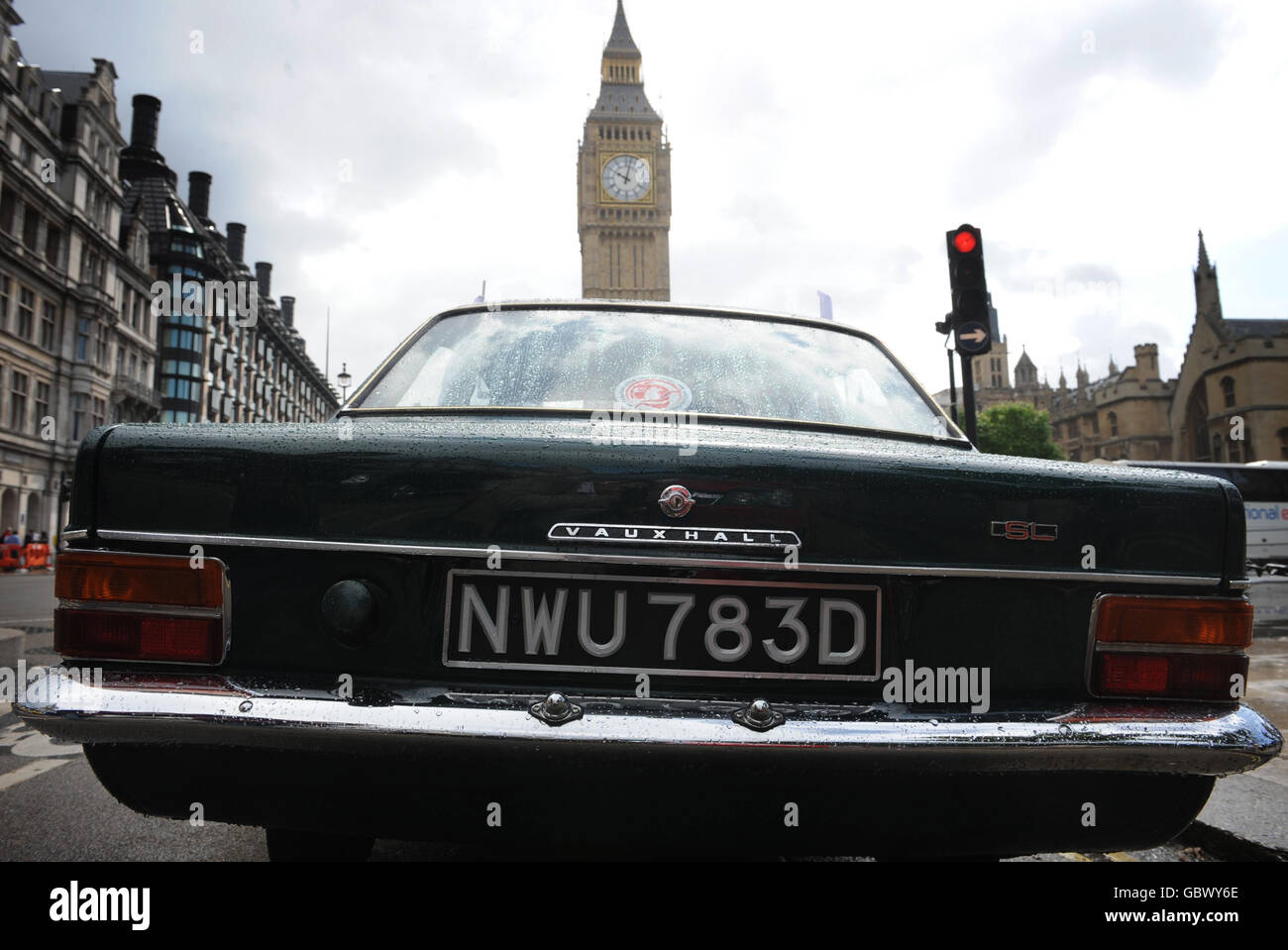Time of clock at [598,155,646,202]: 10:02
